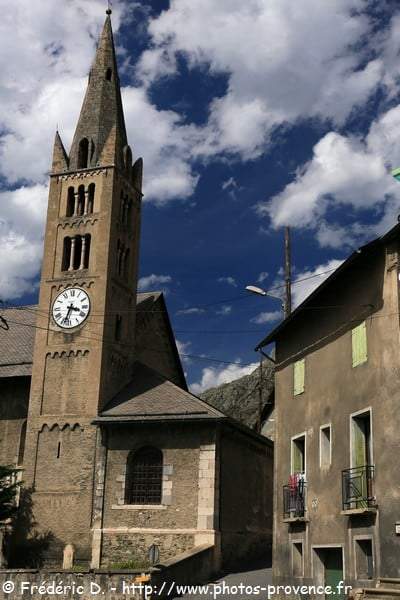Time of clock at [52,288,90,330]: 3:33
